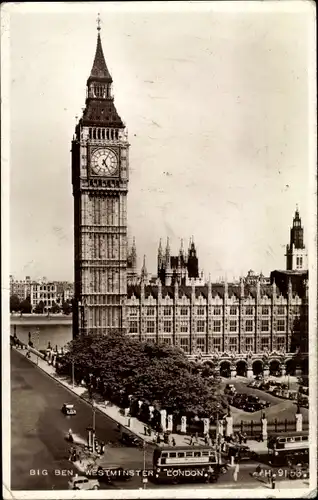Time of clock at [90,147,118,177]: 5:05
